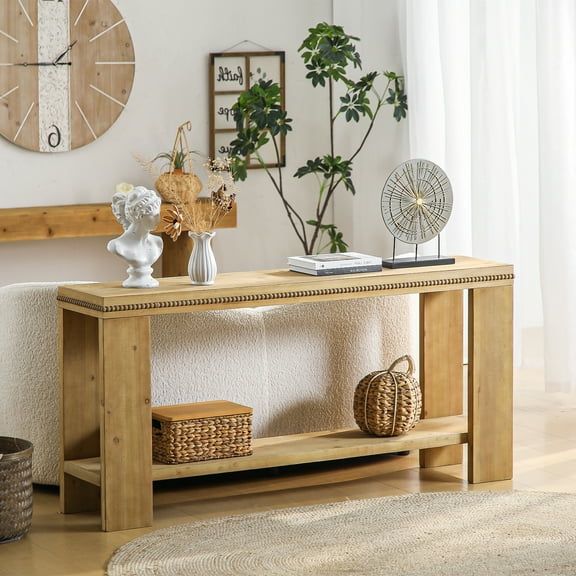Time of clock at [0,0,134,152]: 1:45
